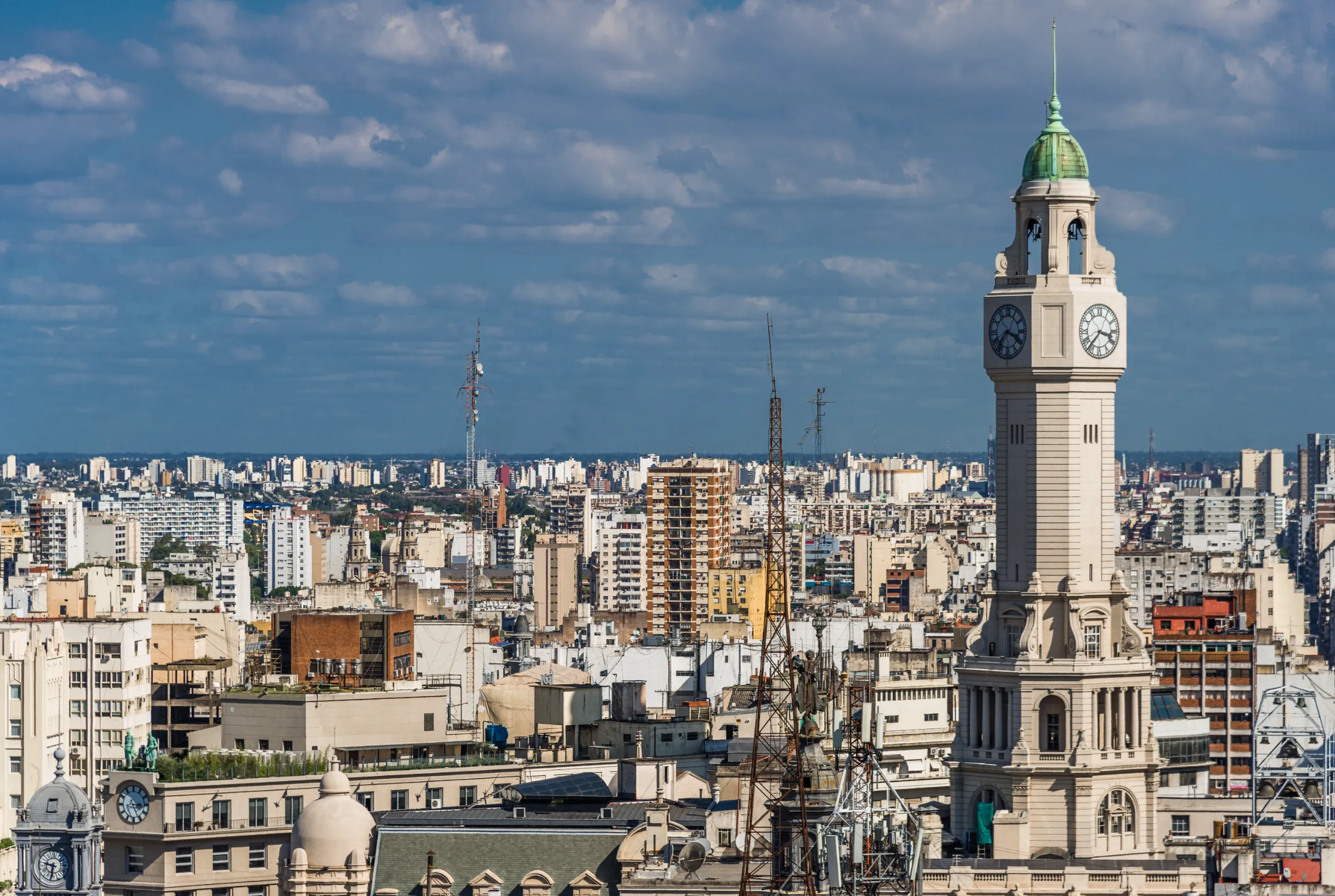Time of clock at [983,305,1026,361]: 3:37
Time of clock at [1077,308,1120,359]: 3:36
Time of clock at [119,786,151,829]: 3:26
